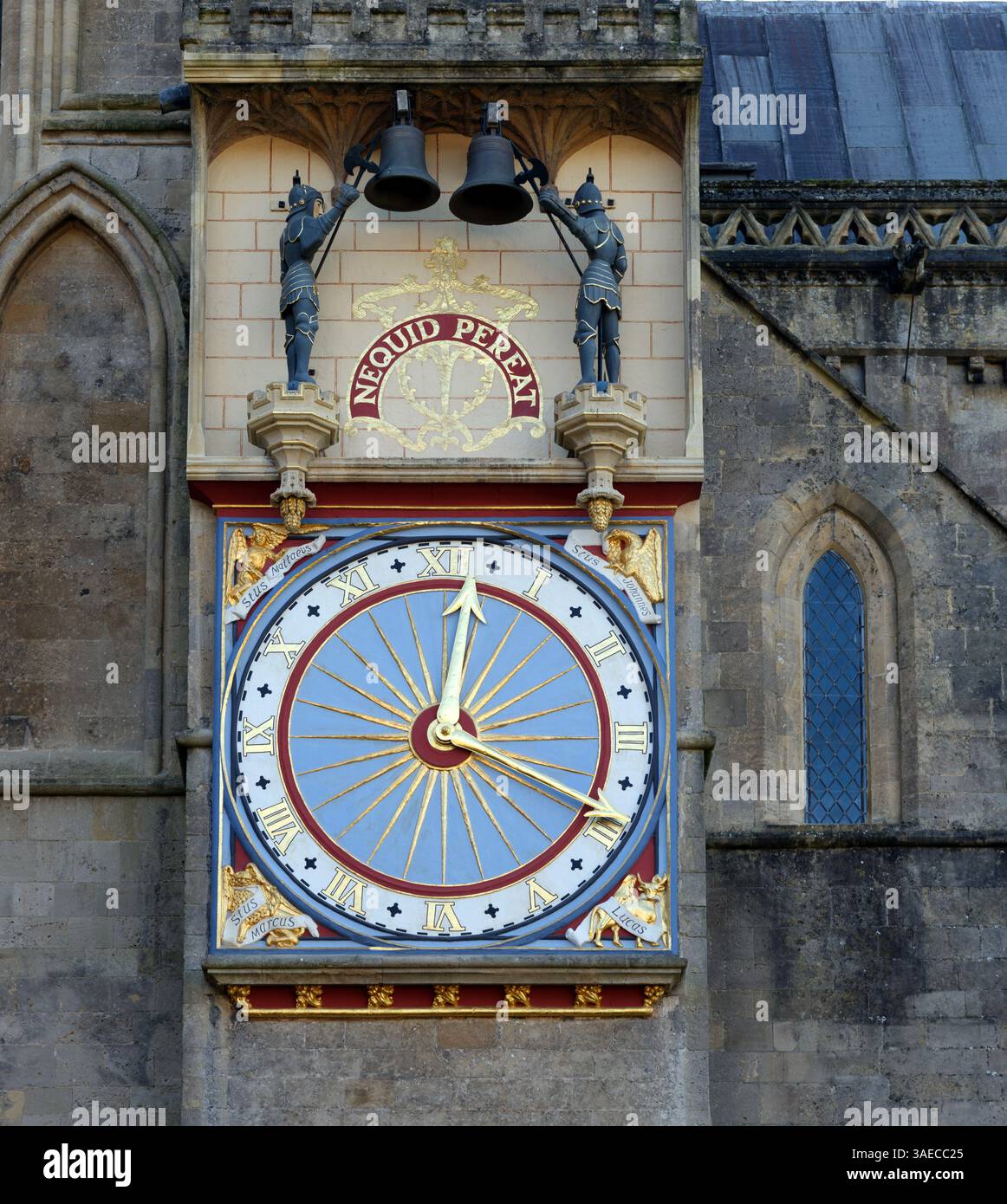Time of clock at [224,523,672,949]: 12:17
